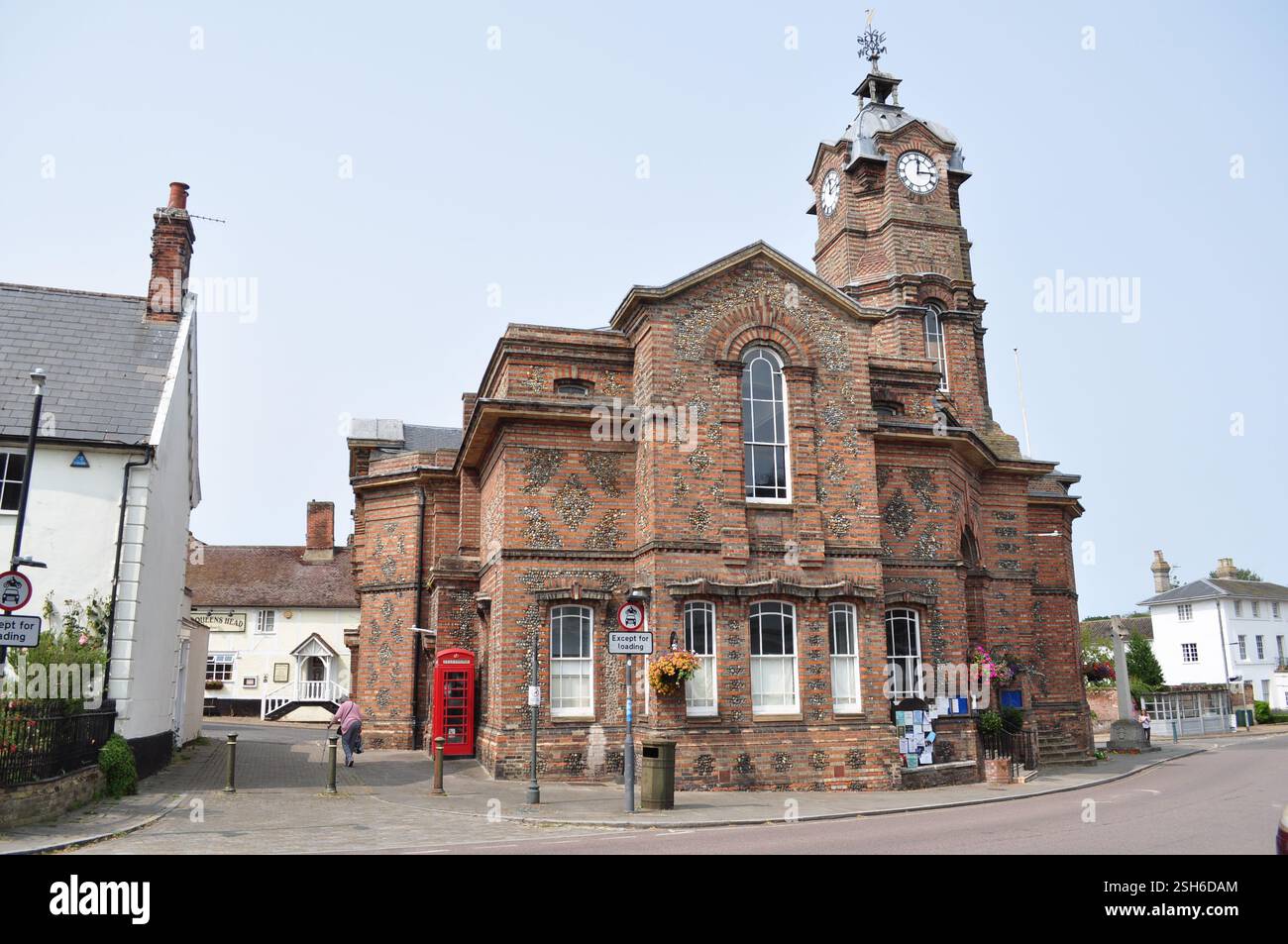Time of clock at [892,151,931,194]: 12:14
